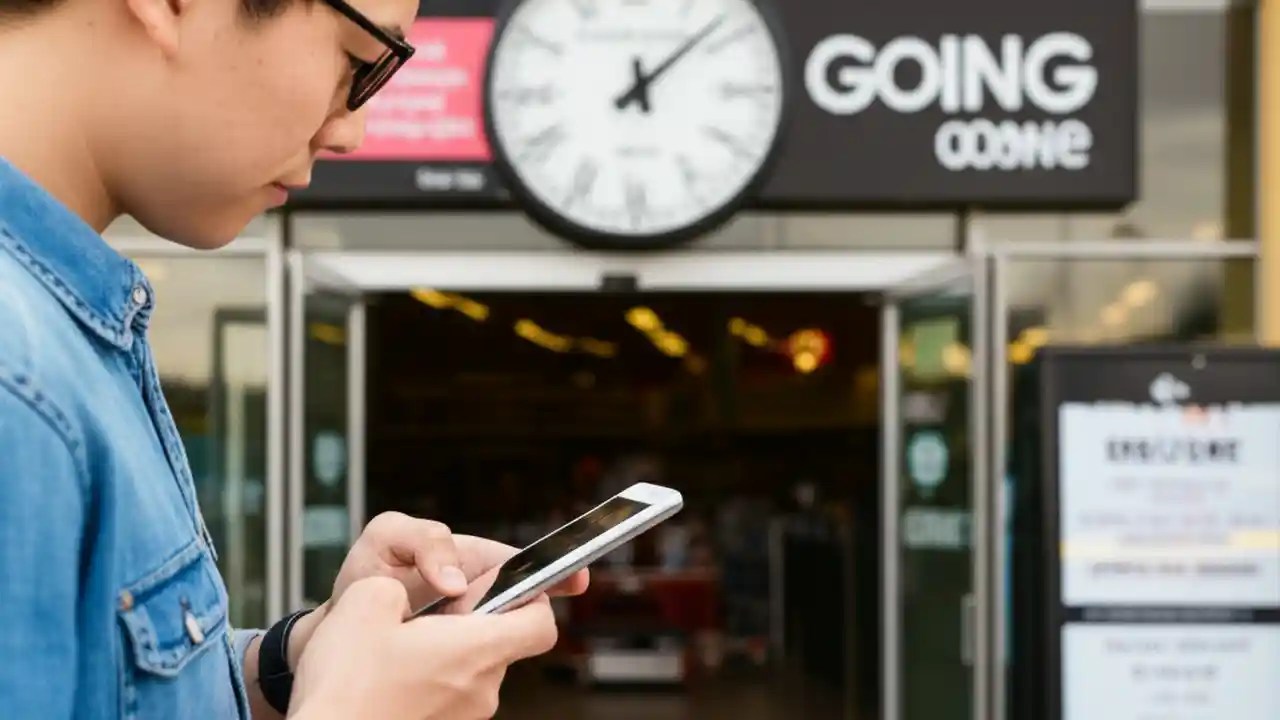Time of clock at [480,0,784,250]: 12:07
